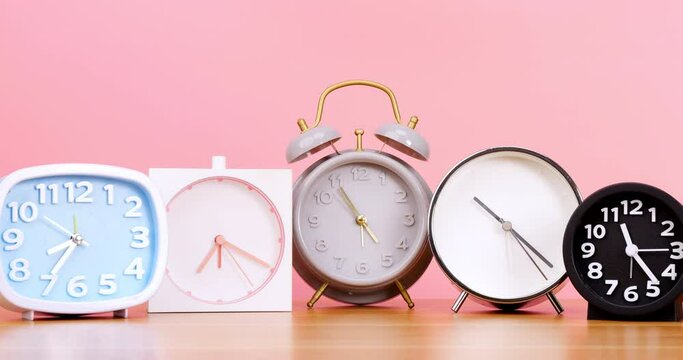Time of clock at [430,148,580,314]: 10:22
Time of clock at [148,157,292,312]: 7:19
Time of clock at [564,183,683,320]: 11:23
